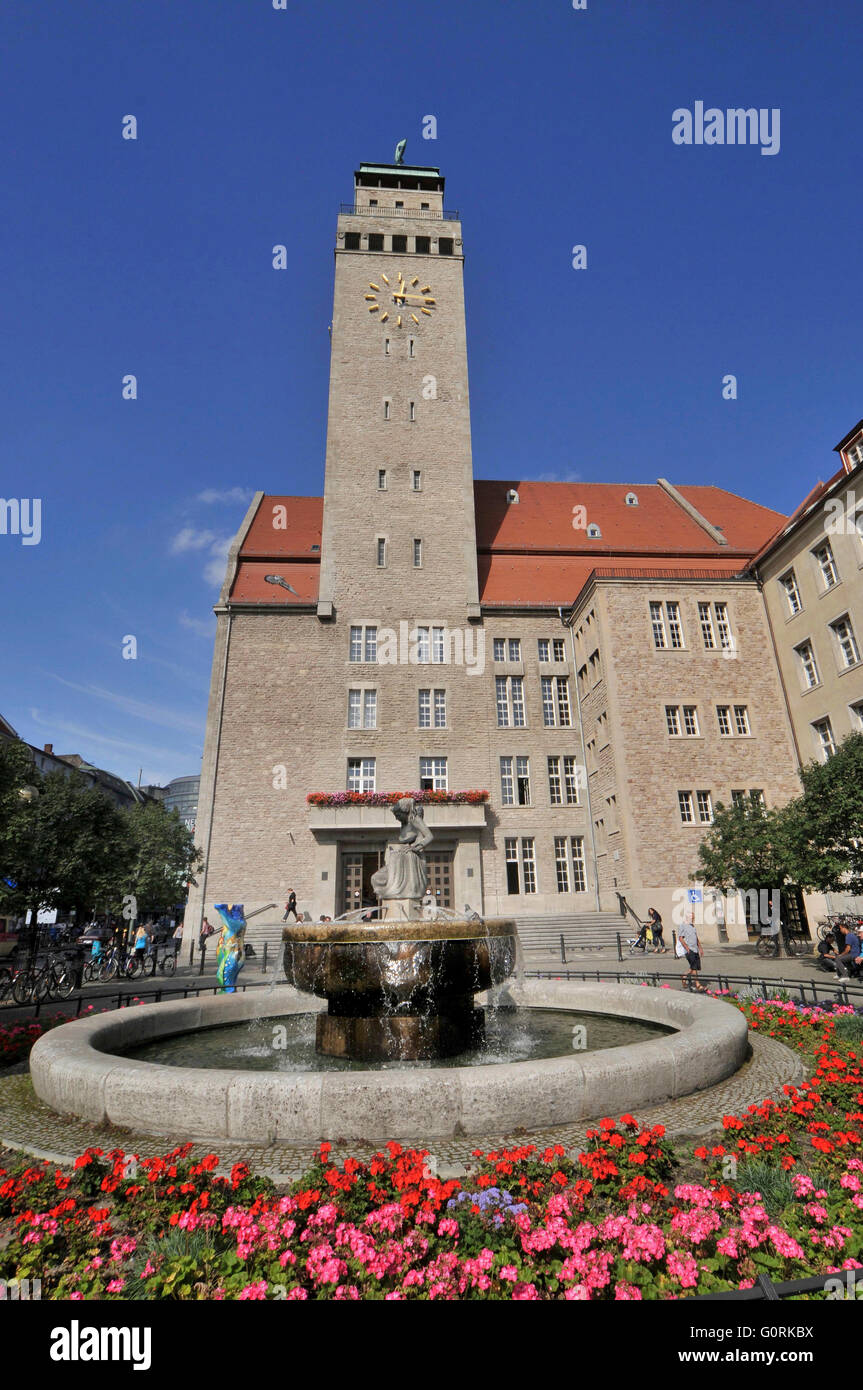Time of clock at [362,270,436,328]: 12:16
